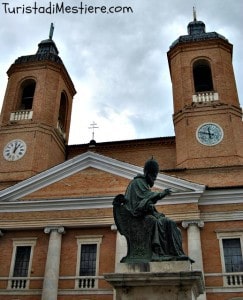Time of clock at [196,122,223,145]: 11:46
